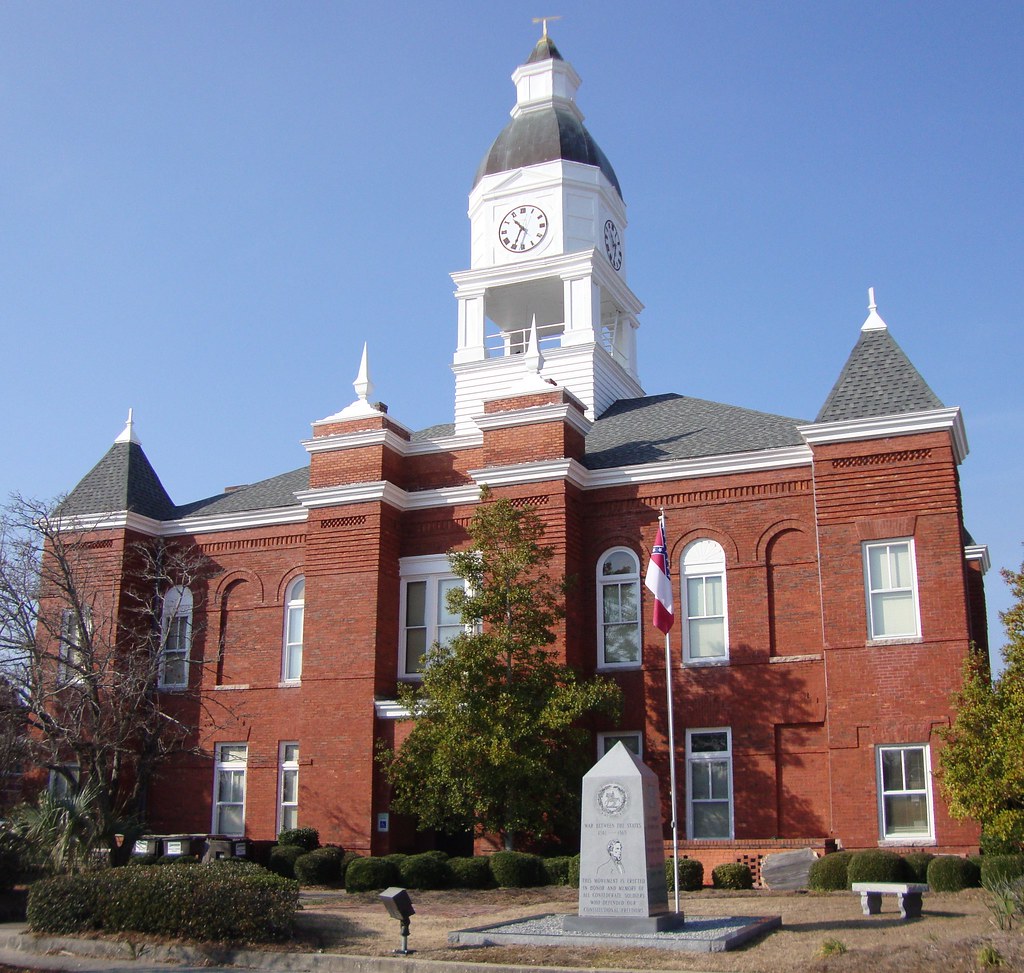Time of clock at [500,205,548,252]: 10:34
